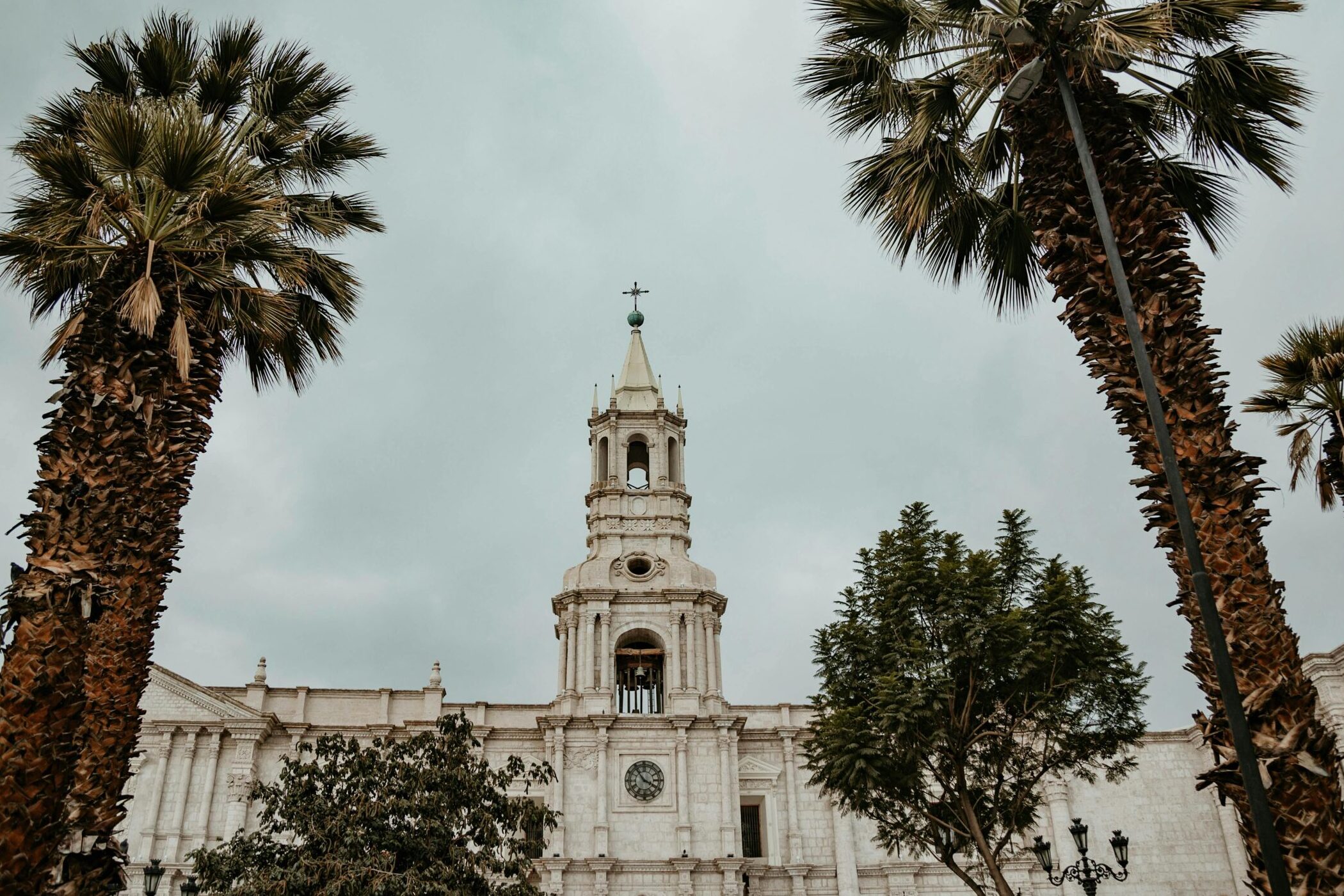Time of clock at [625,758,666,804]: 3:53
